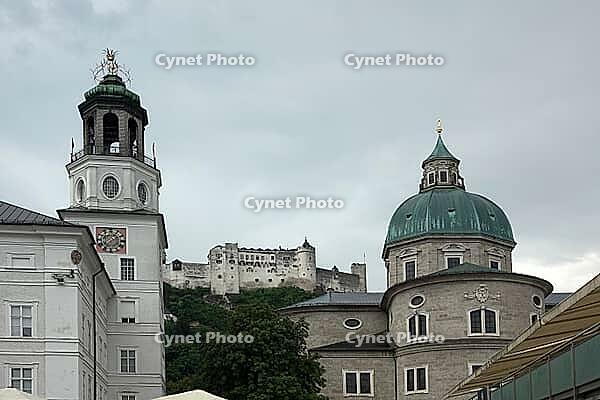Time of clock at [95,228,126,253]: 1:37
